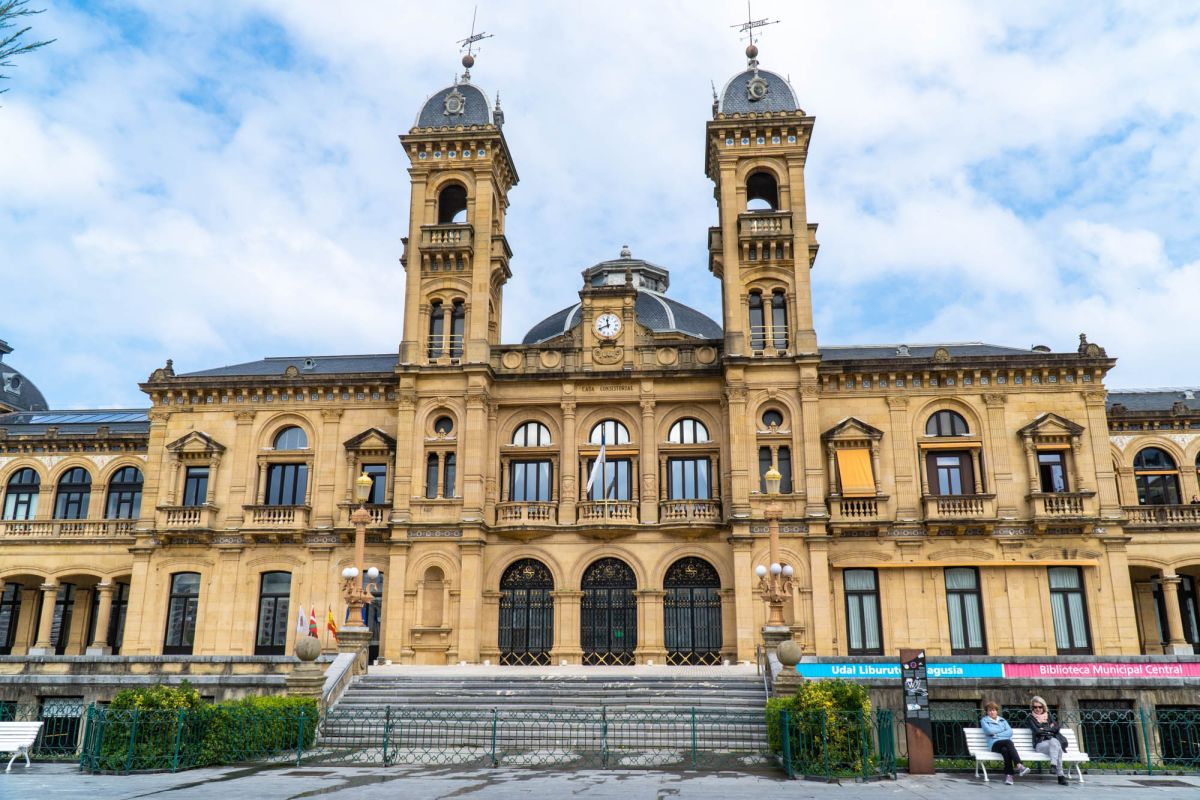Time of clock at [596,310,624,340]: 11:41
